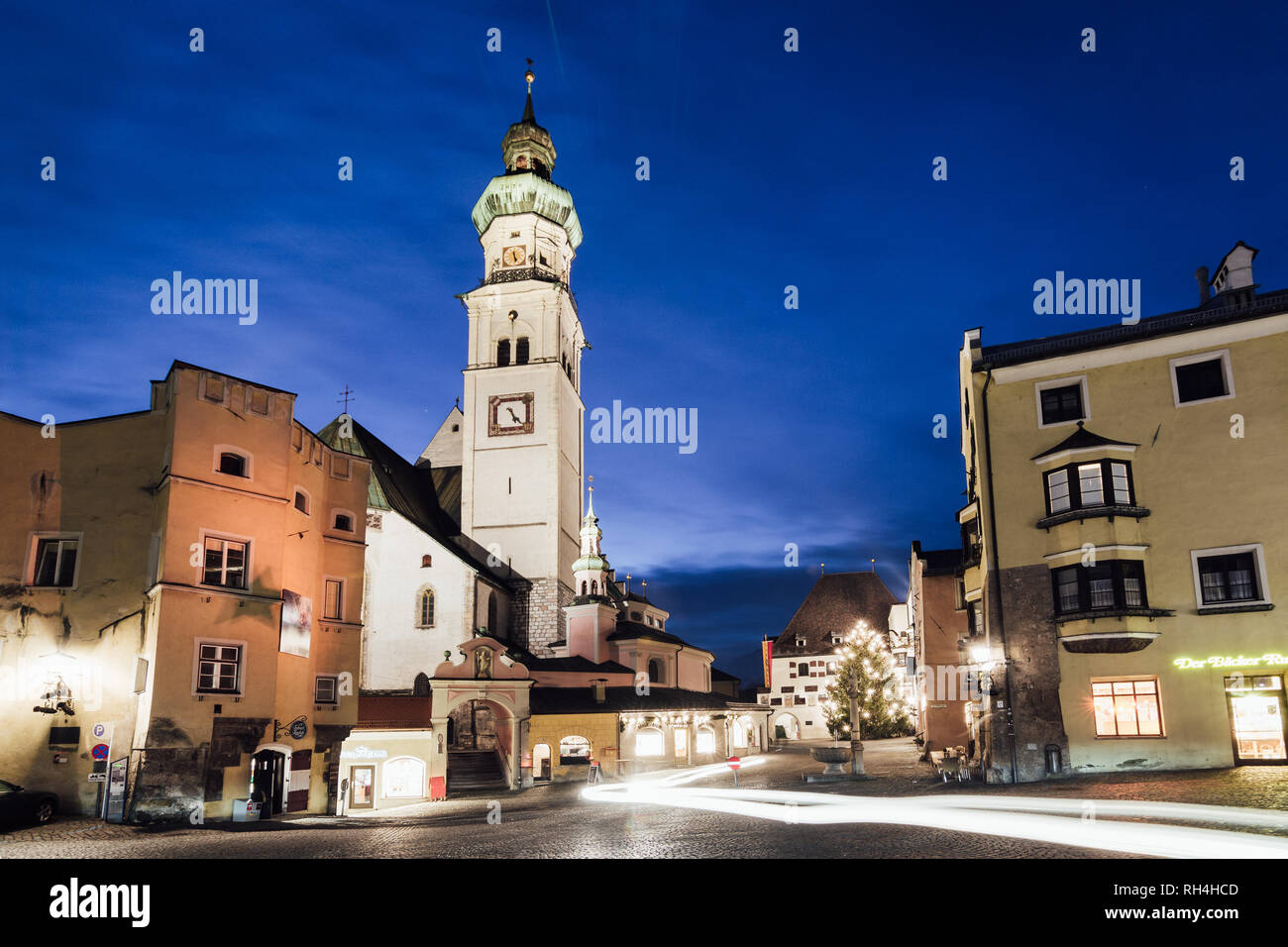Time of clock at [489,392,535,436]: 5:23
